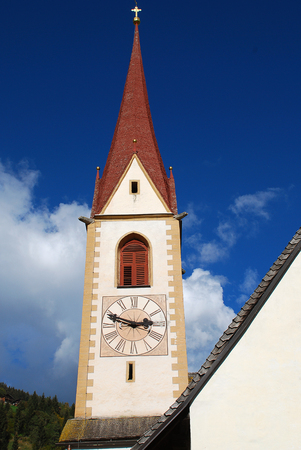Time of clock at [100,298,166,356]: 2:48
